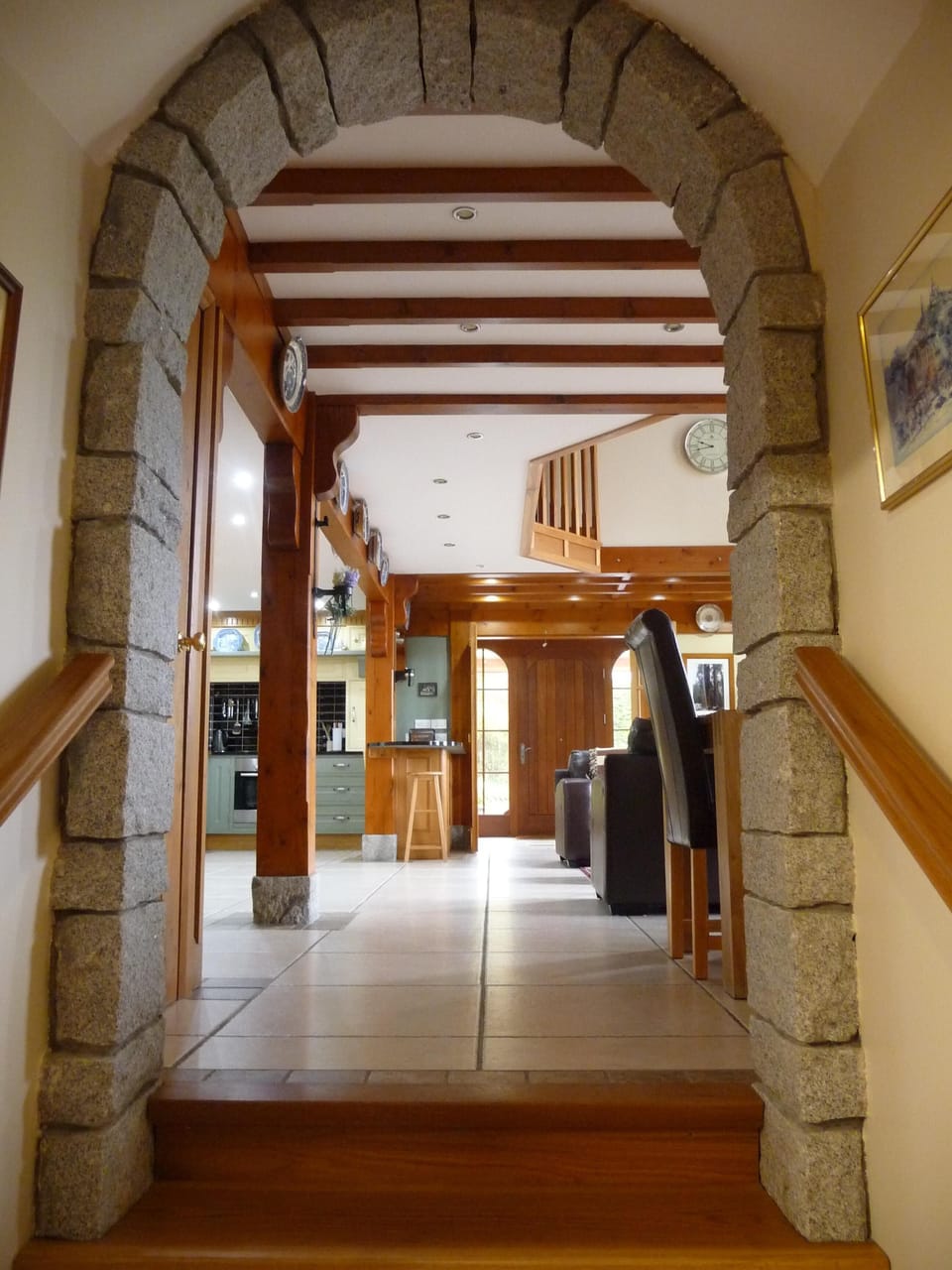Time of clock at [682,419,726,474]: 9:42
